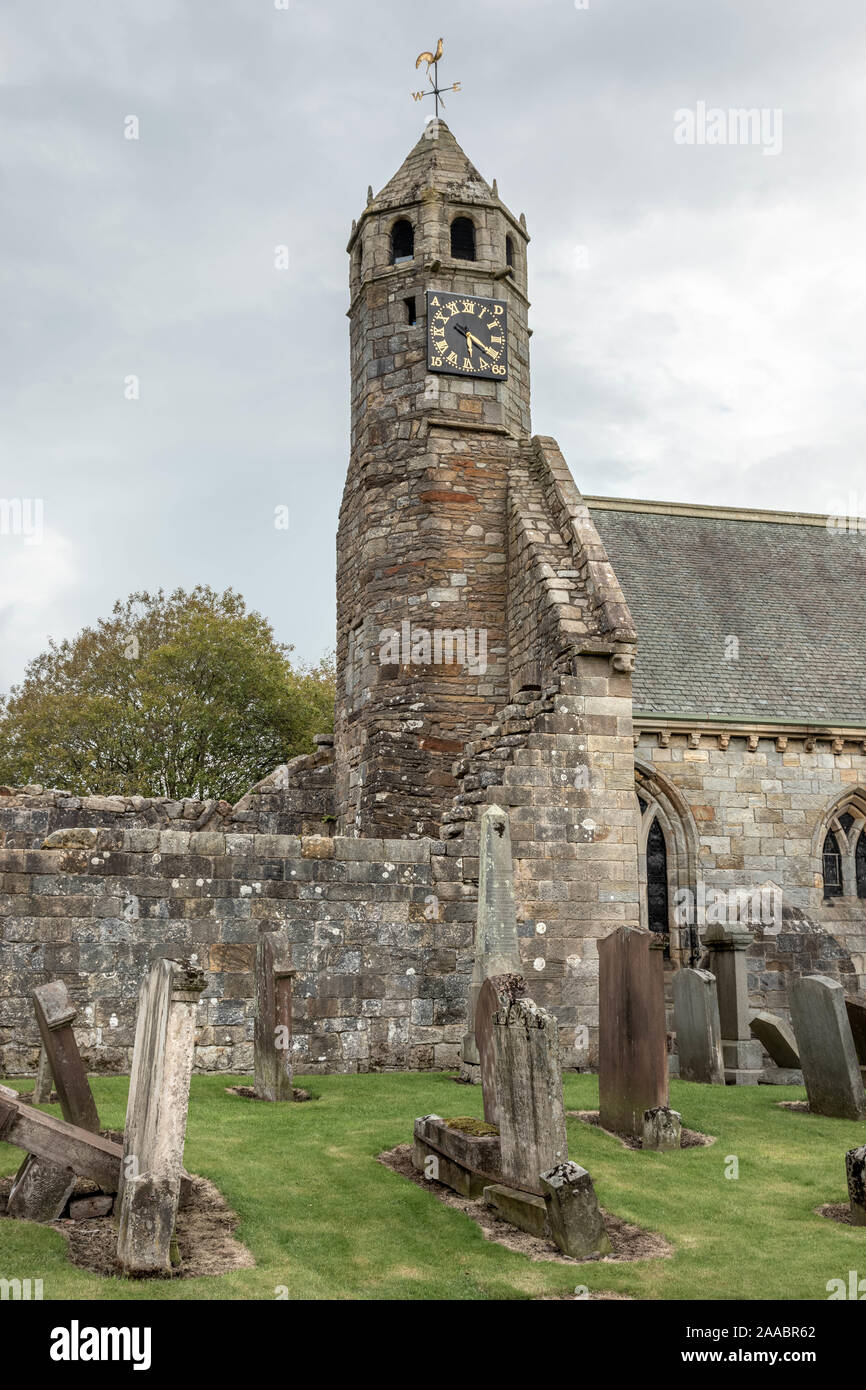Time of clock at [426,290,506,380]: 5:20
